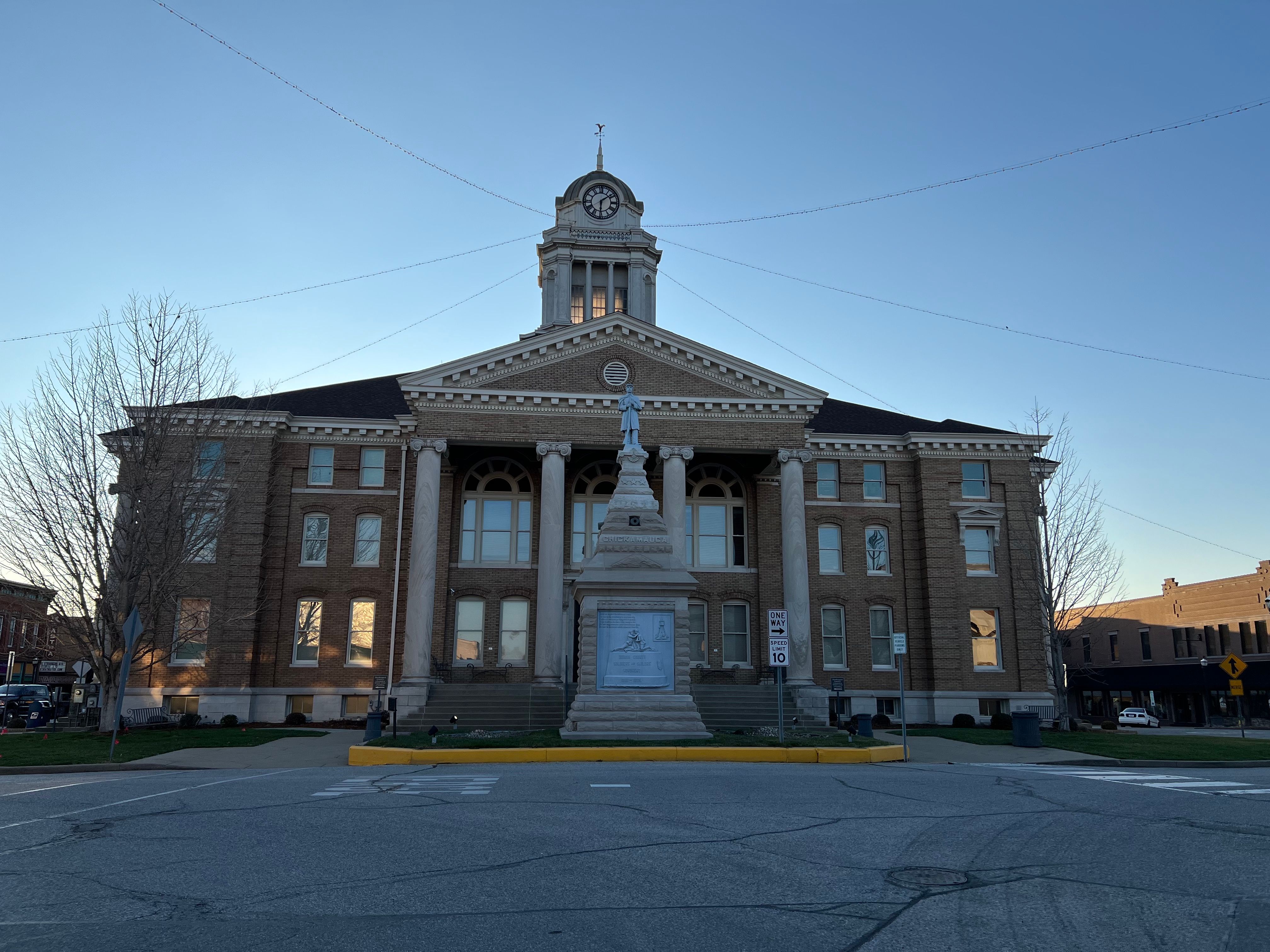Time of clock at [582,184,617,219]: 6:08
